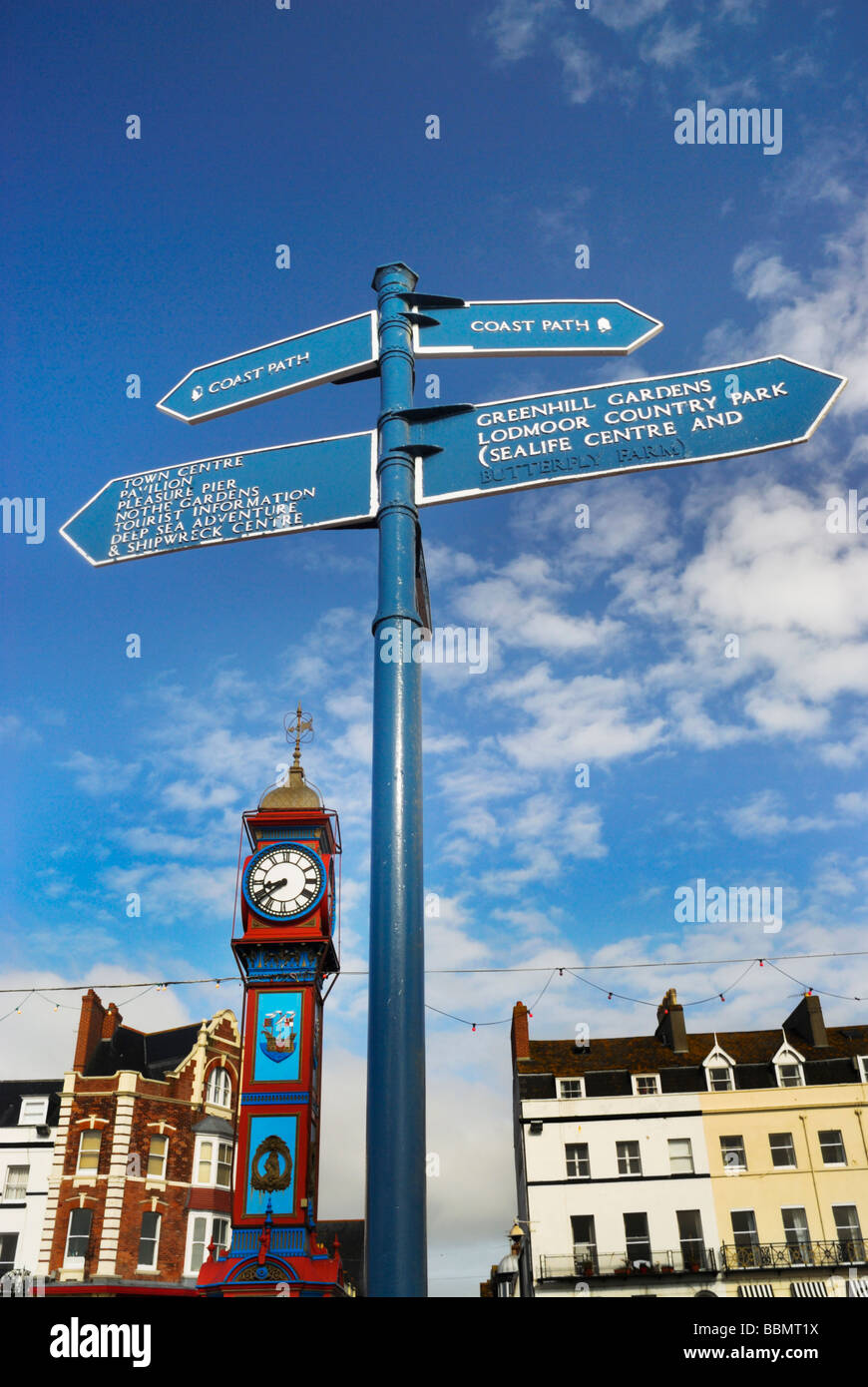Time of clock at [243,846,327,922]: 8:38
